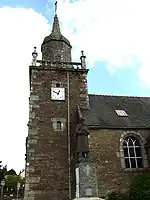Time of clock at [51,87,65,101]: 12:49
